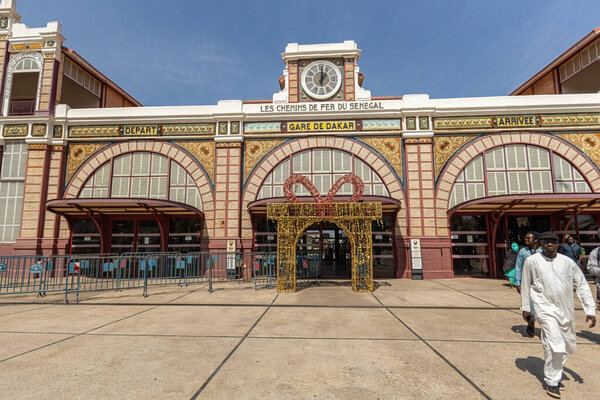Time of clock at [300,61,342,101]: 1:00
